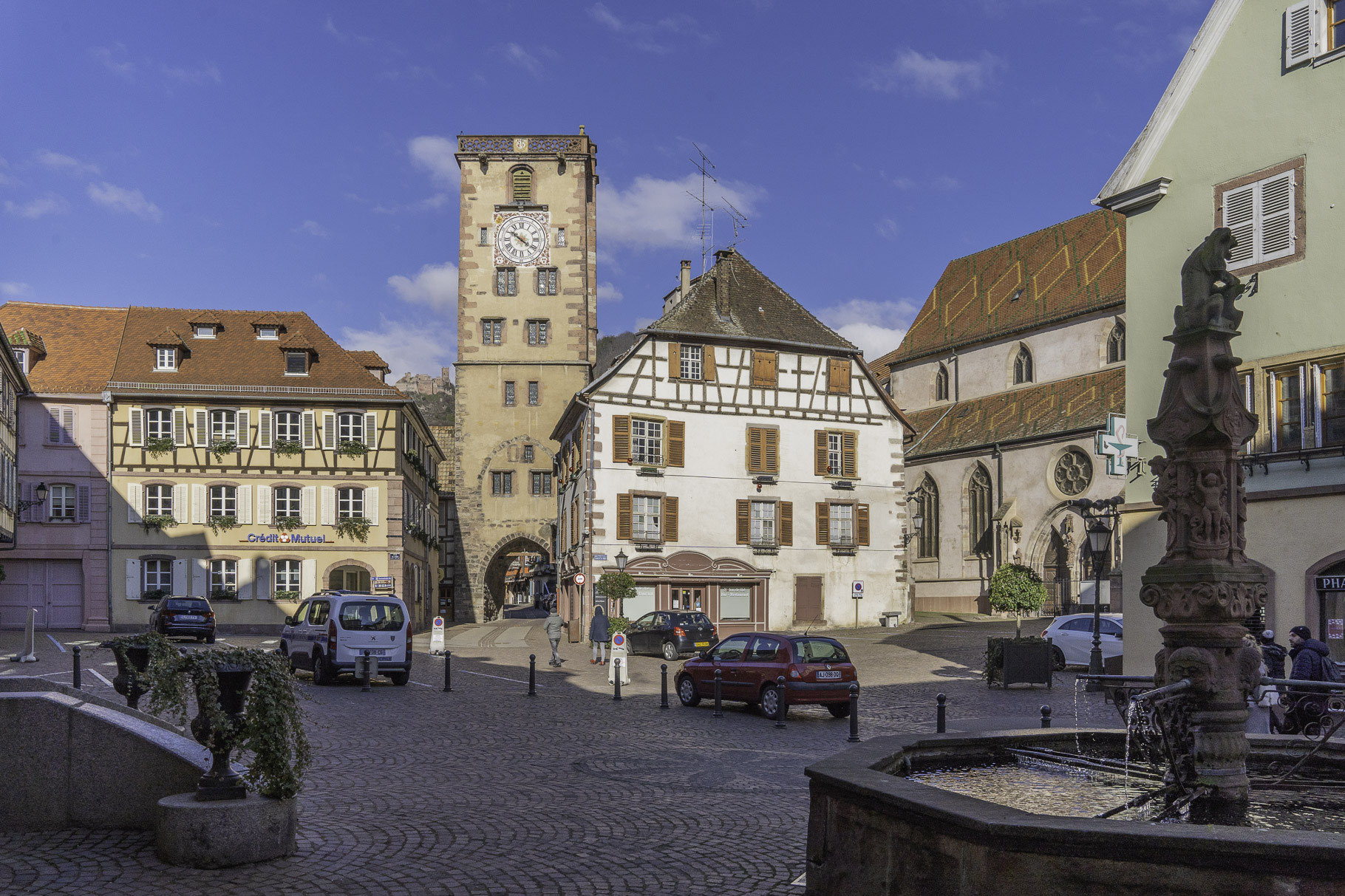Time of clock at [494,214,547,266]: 10:20
